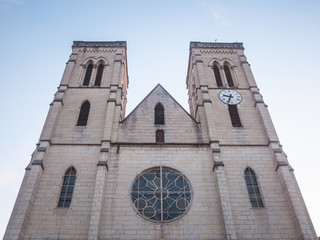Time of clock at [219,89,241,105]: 9:33
